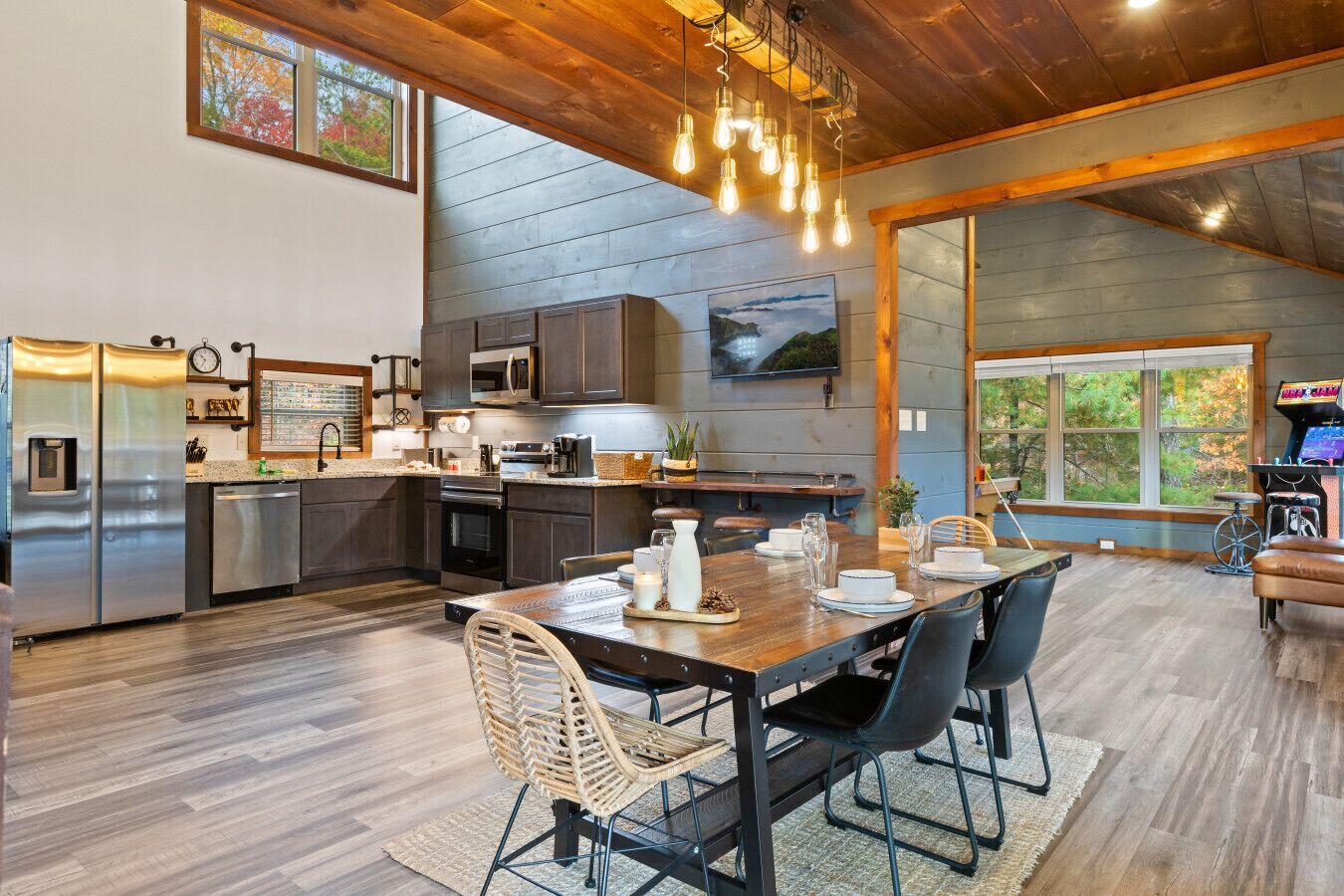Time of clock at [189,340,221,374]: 10:34
